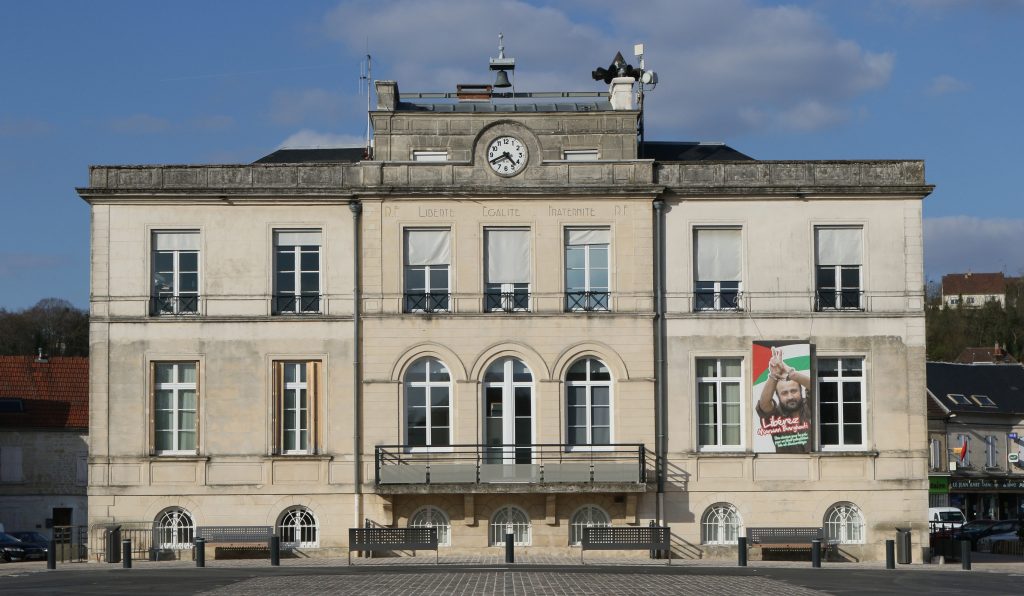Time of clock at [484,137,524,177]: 4:40
